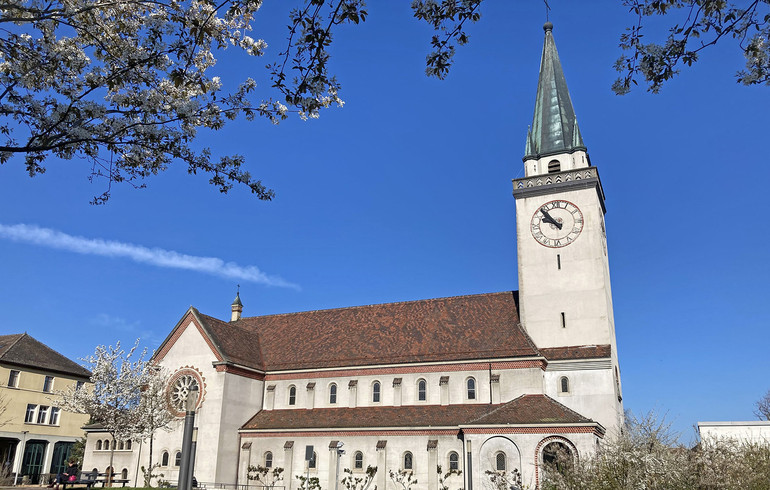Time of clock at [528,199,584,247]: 9:53
